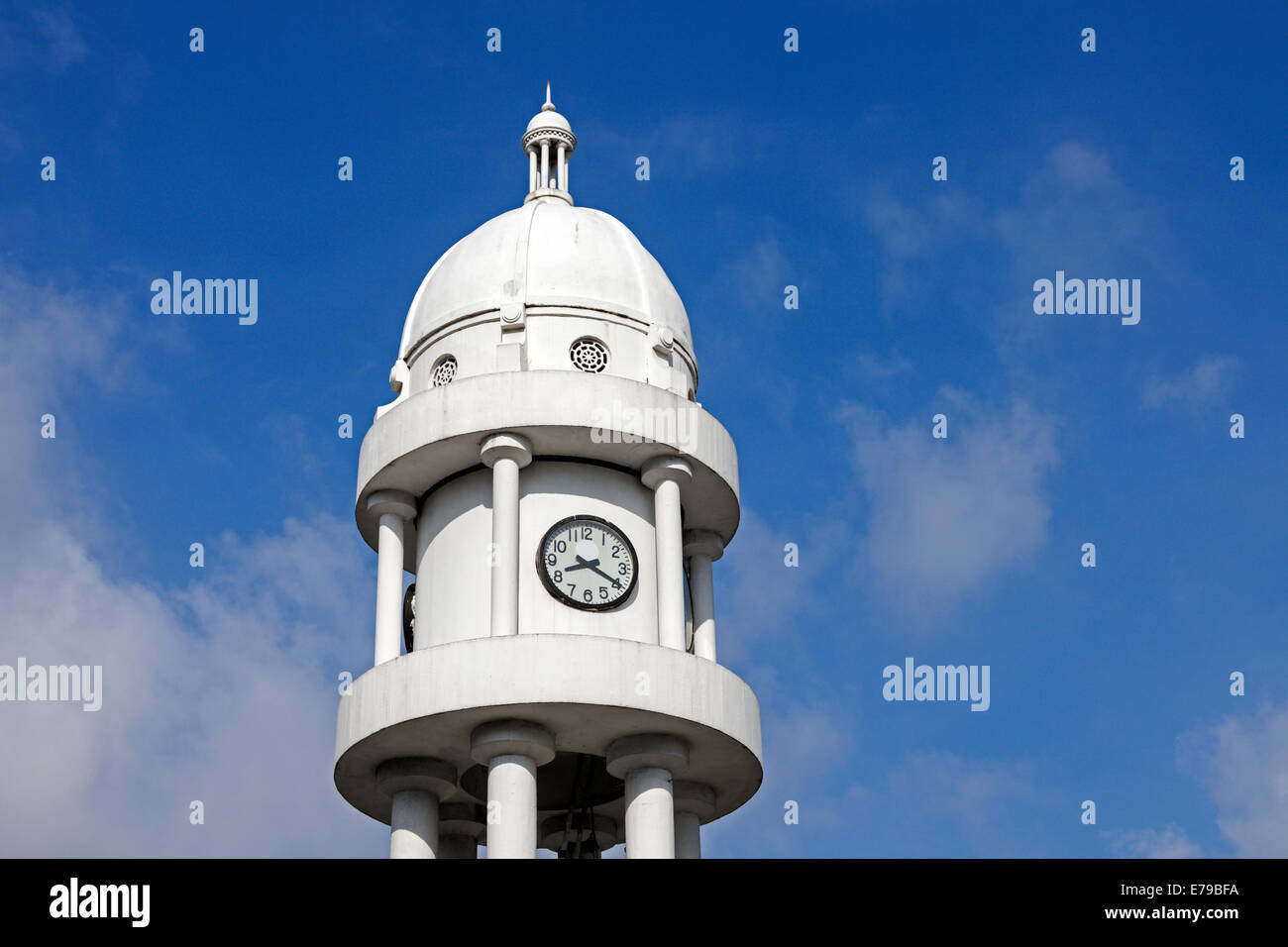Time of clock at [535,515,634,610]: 8:19
